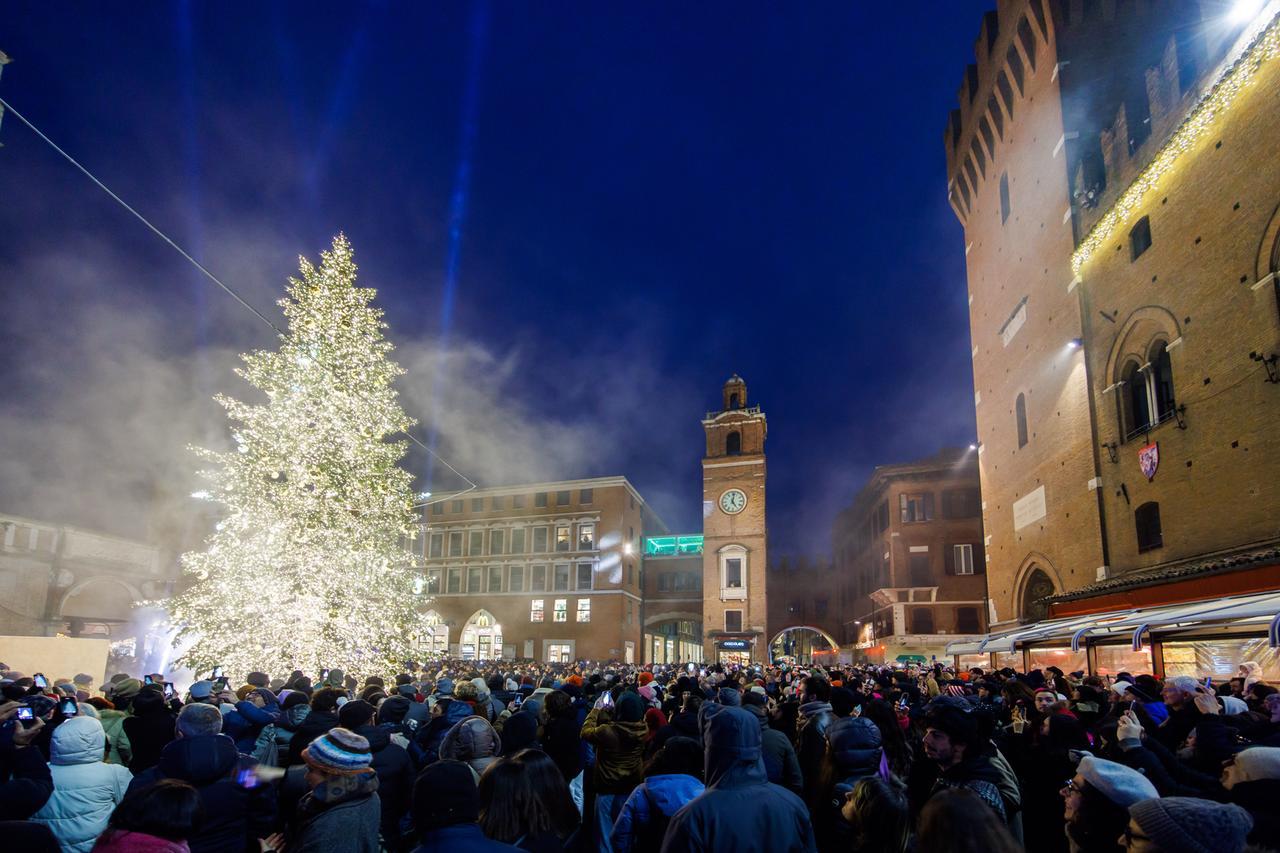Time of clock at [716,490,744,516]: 5:01
